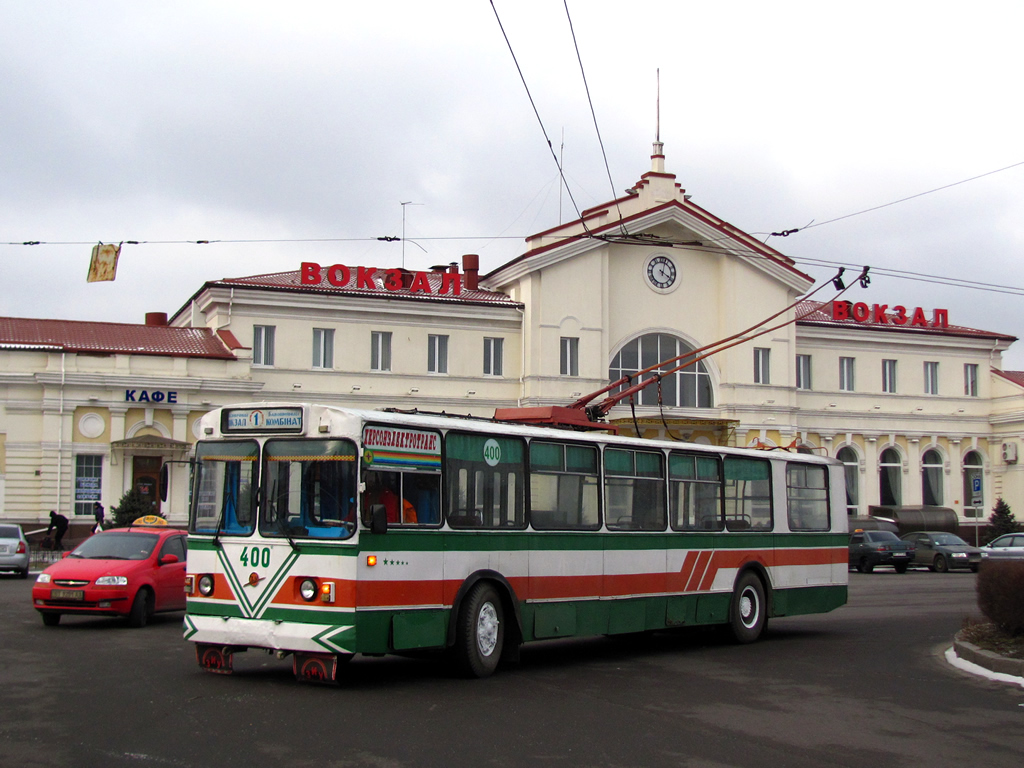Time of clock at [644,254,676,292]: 4:02
